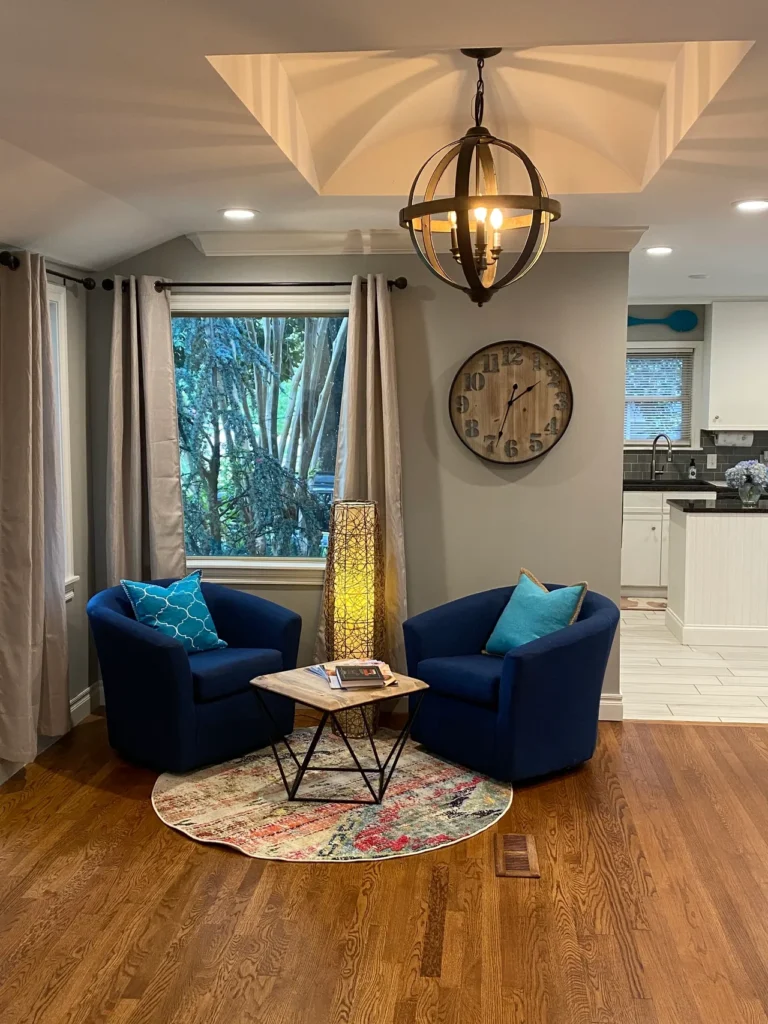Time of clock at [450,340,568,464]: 1:33
